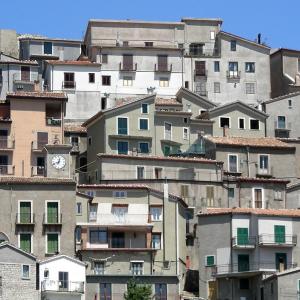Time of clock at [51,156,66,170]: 12:41
